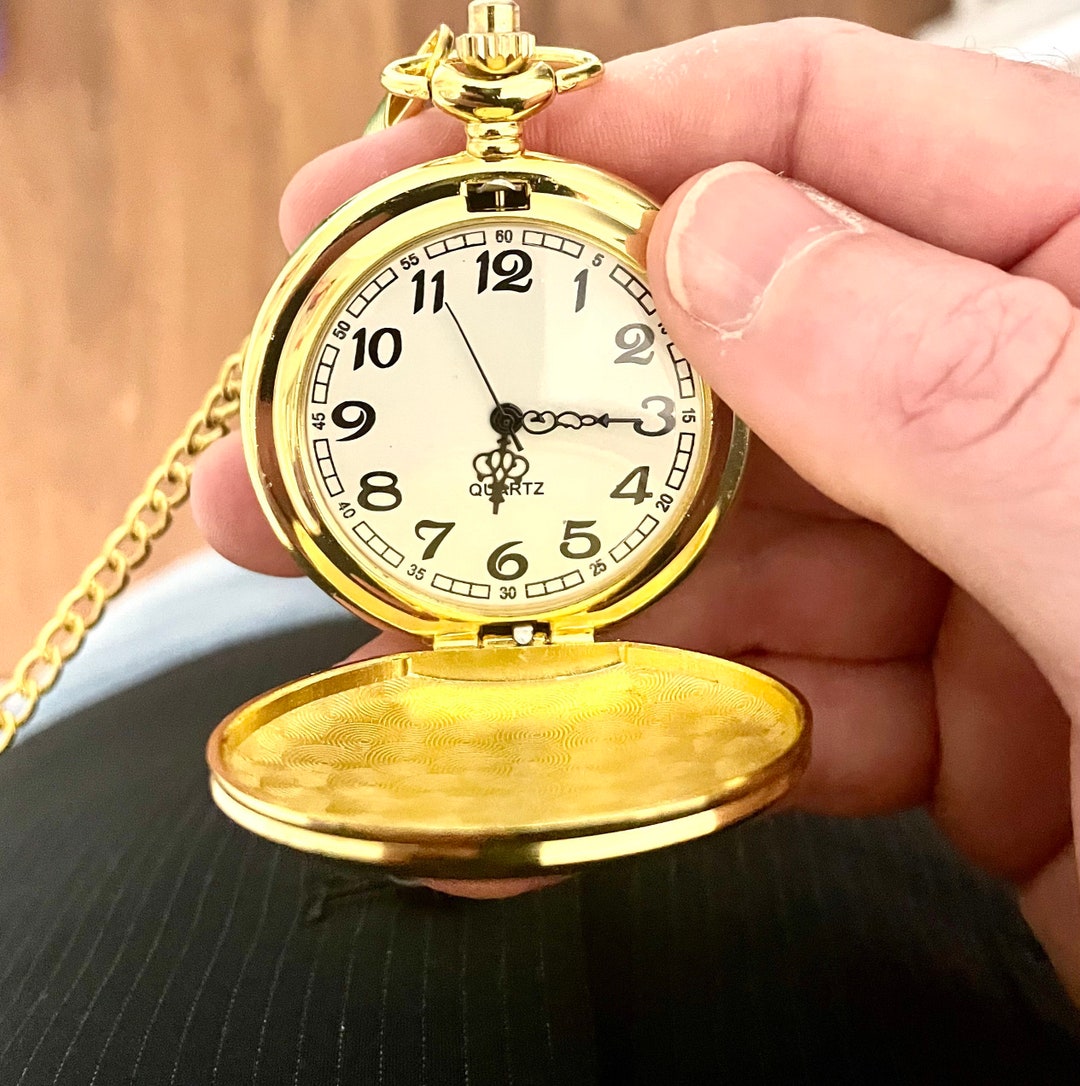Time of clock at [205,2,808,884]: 6:14
